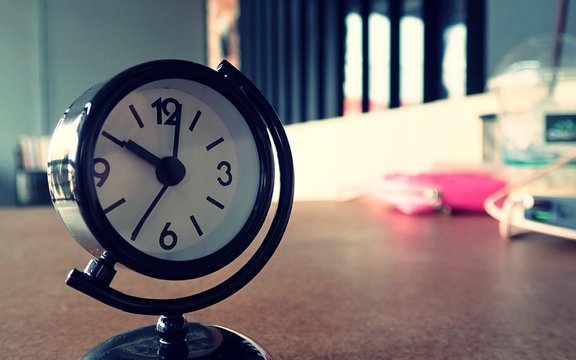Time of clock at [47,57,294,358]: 10:01
